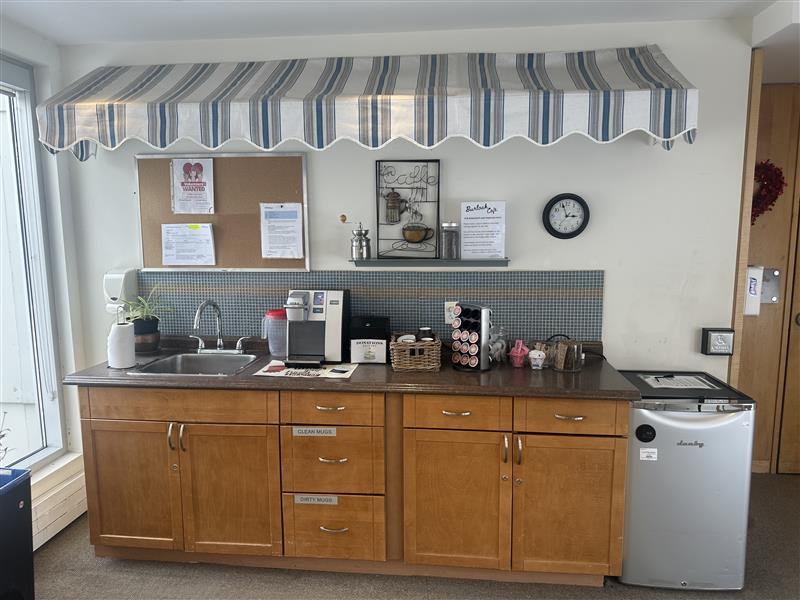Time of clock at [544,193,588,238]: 2:56
